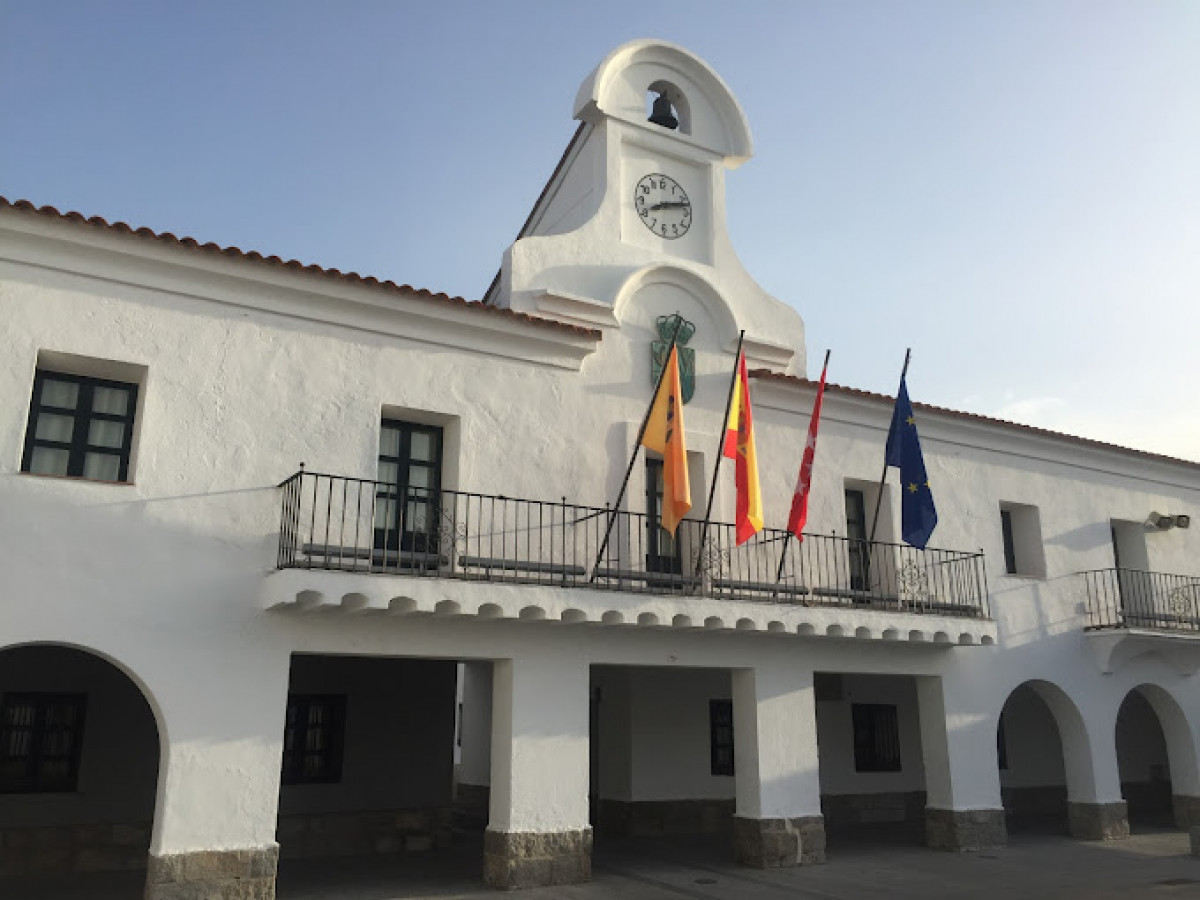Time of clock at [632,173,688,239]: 8:12
